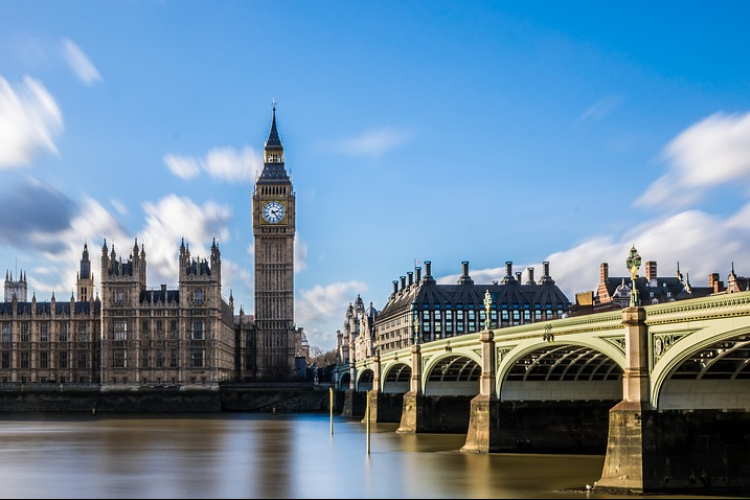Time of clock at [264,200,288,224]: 2:23
